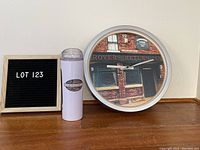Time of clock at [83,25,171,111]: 9:12
